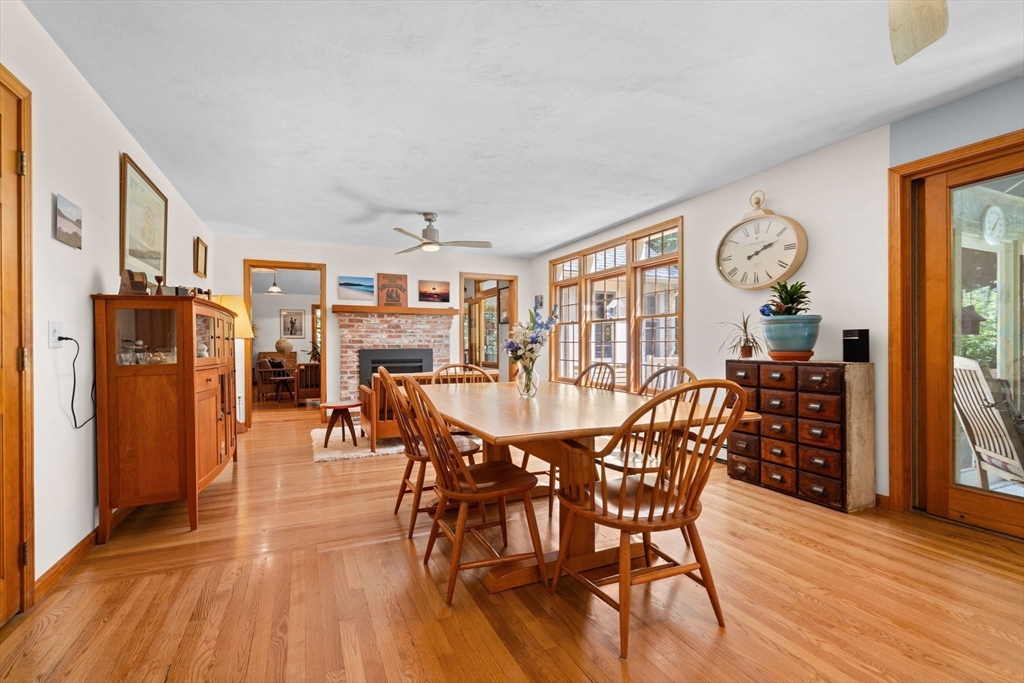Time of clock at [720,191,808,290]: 2:11
